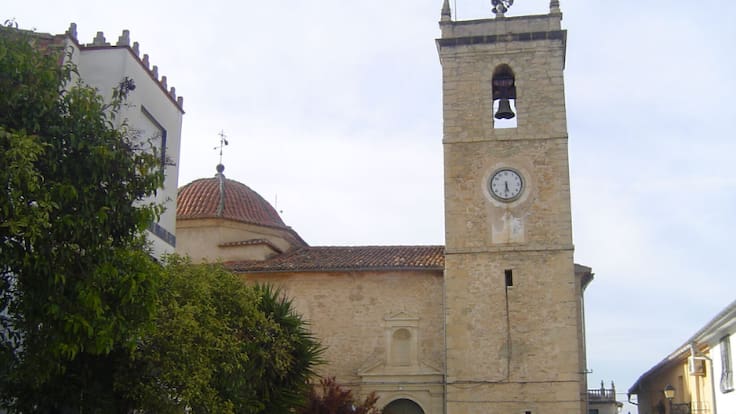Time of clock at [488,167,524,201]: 5:30
